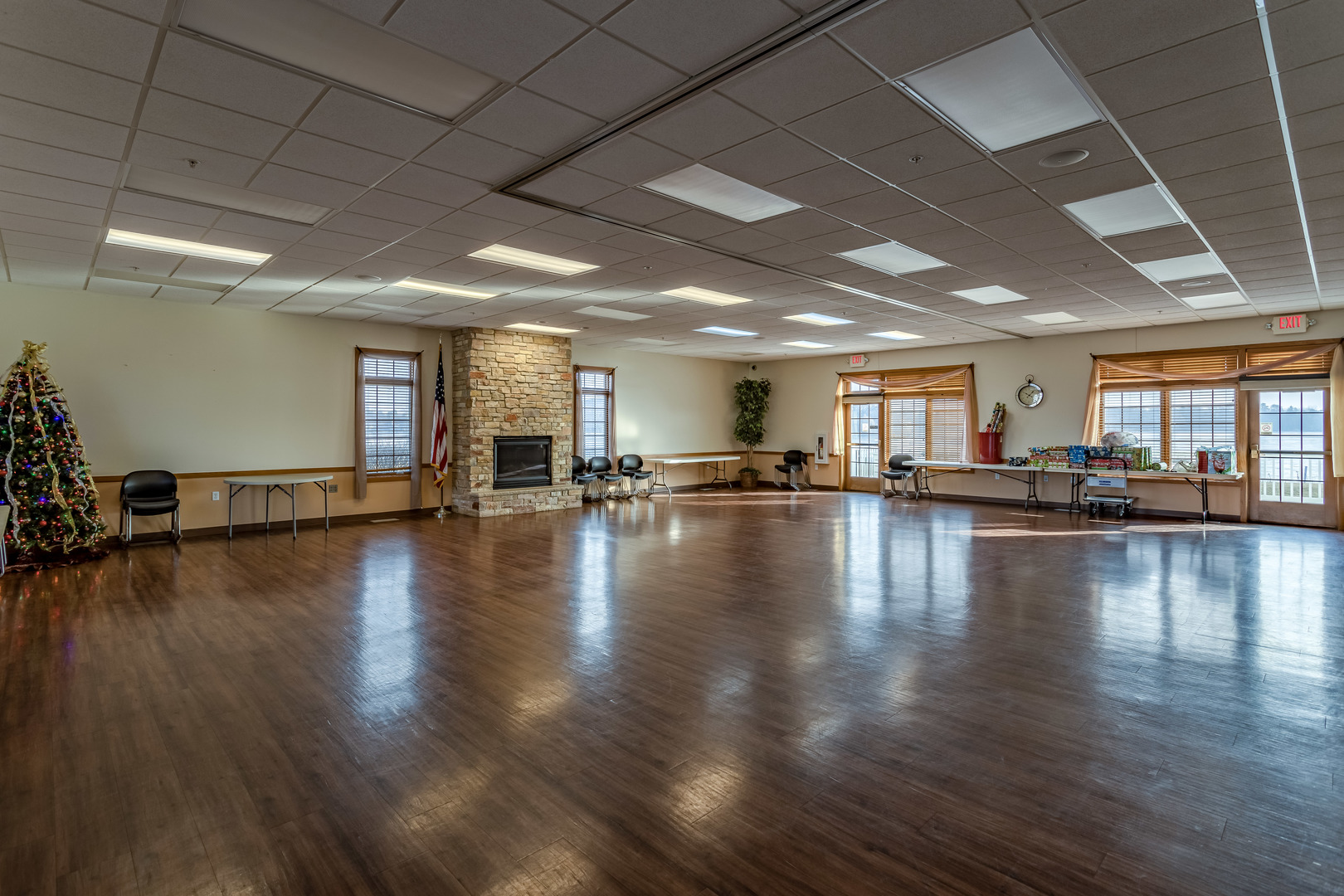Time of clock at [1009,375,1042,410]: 10:07
